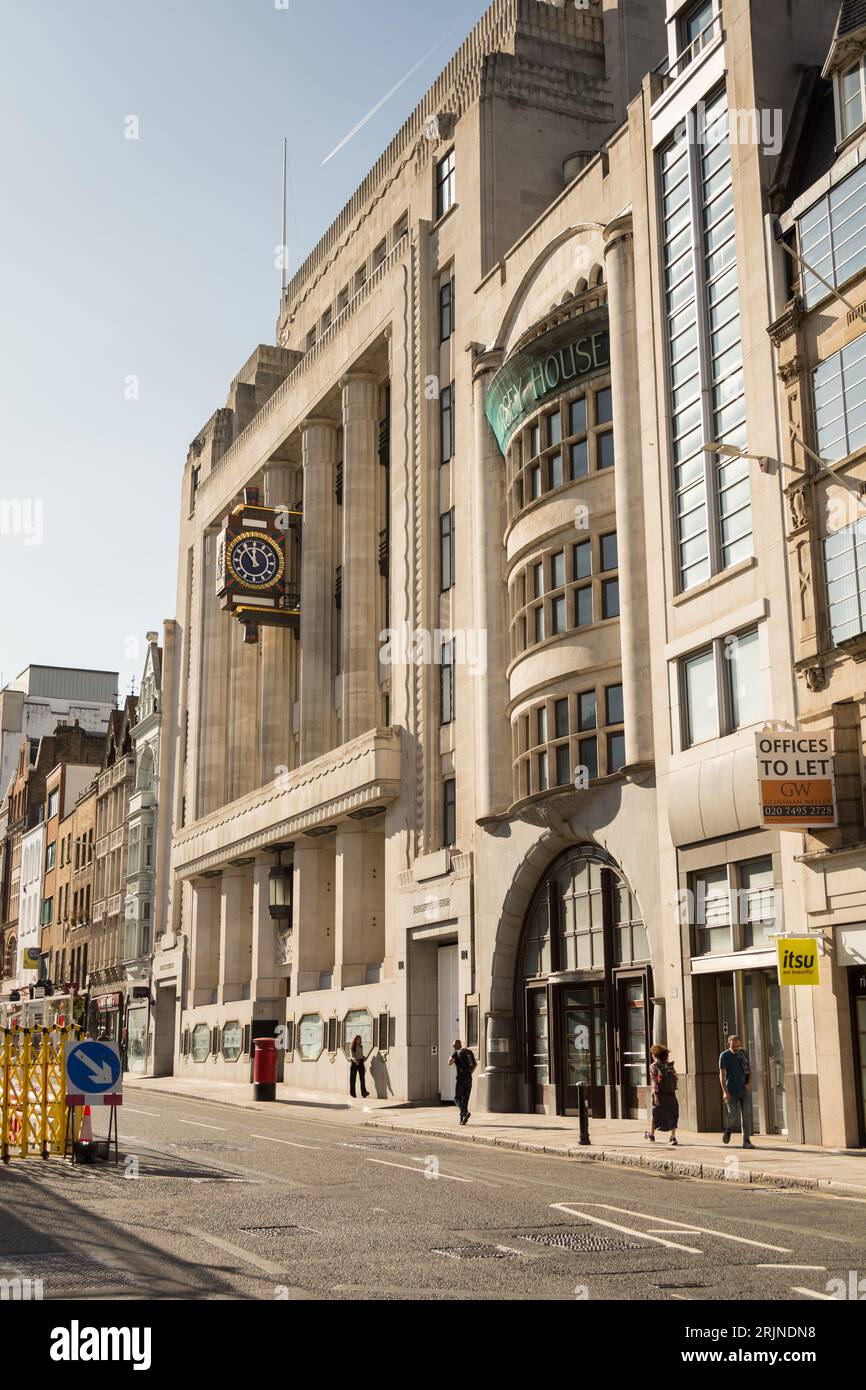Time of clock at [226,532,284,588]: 11:53
